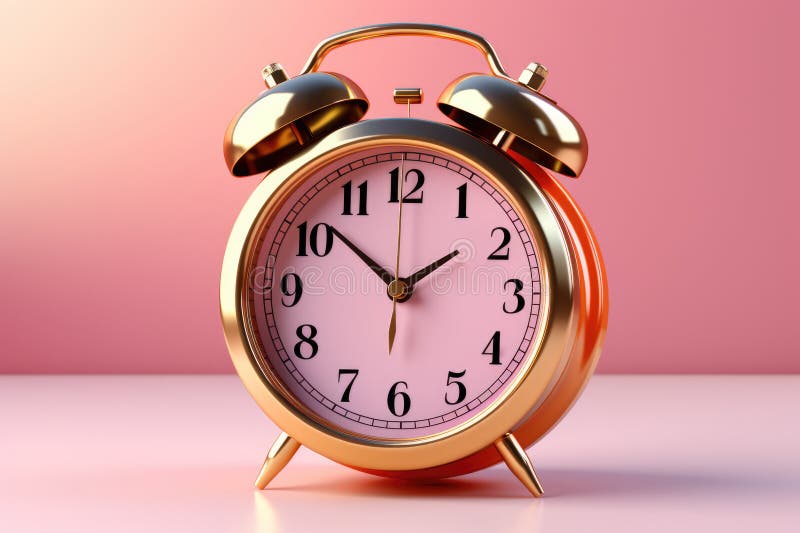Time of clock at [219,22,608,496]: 1:51
